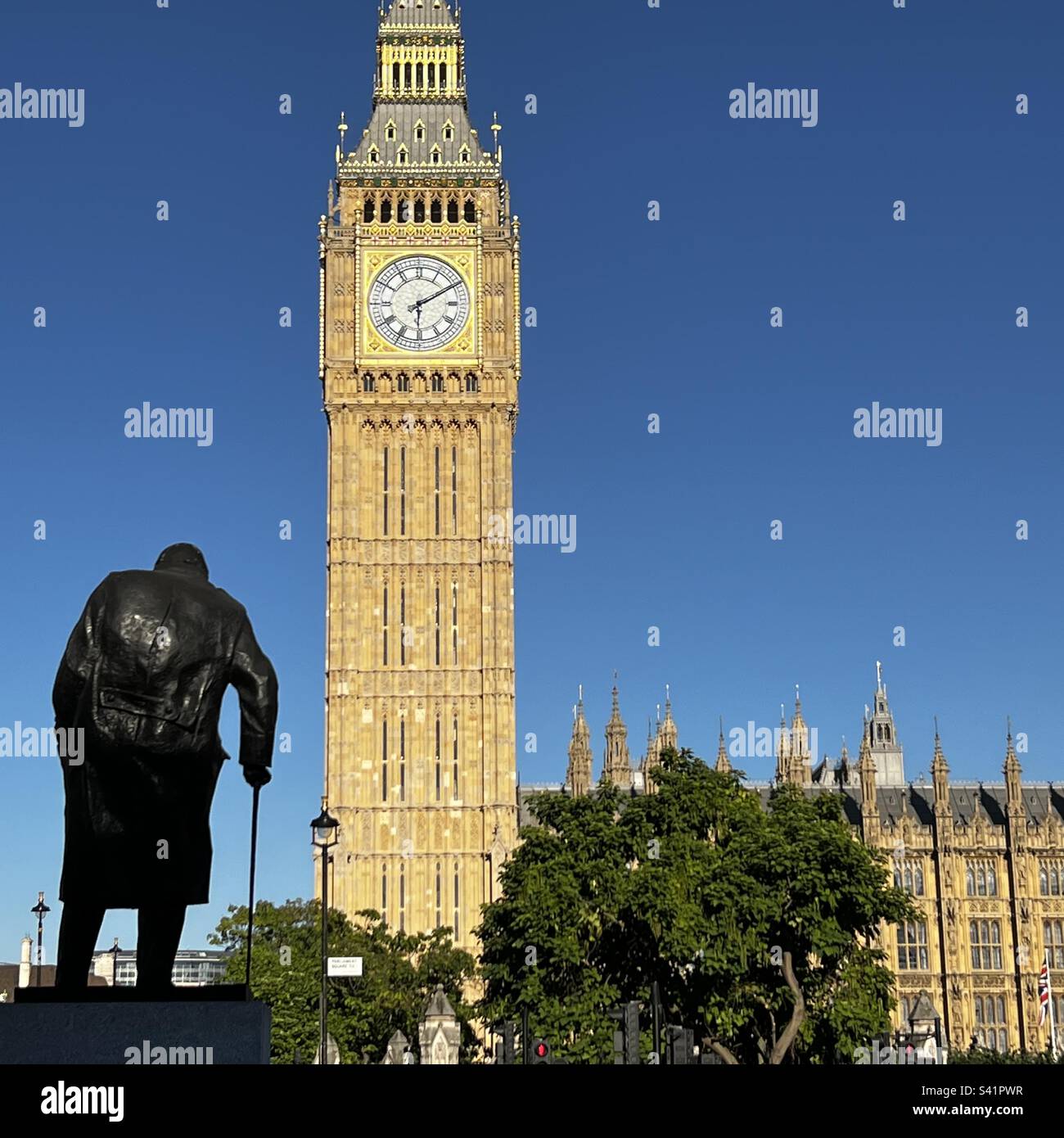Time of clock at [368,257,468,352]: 6:10
